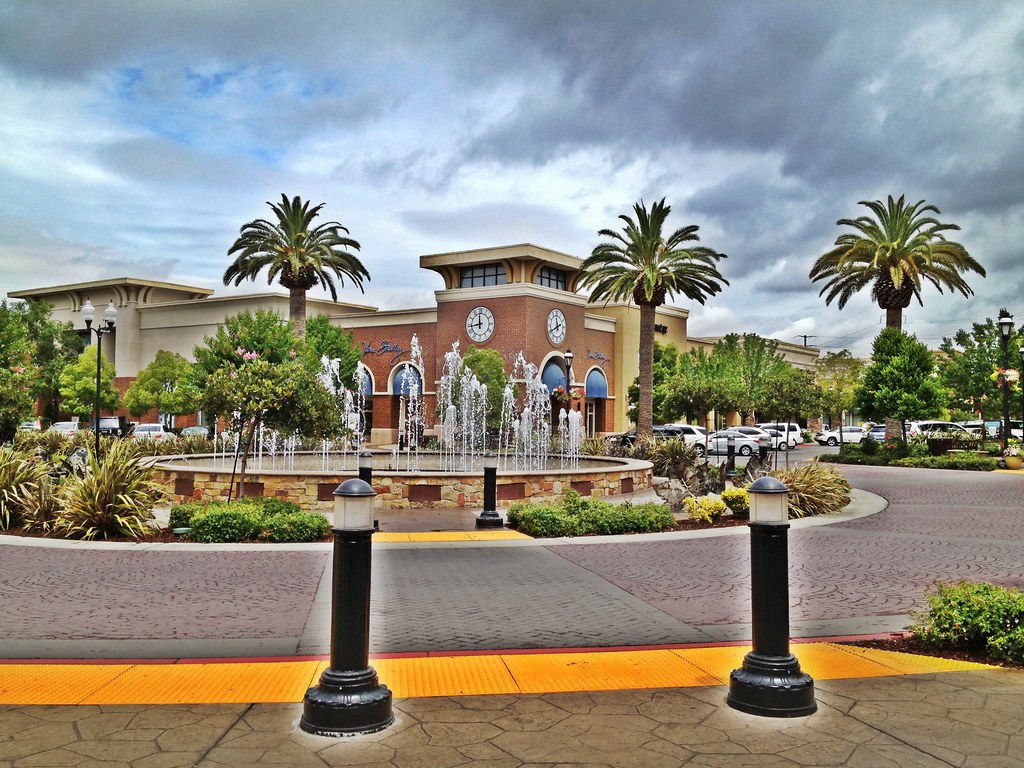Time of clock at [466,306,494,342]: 11:43
